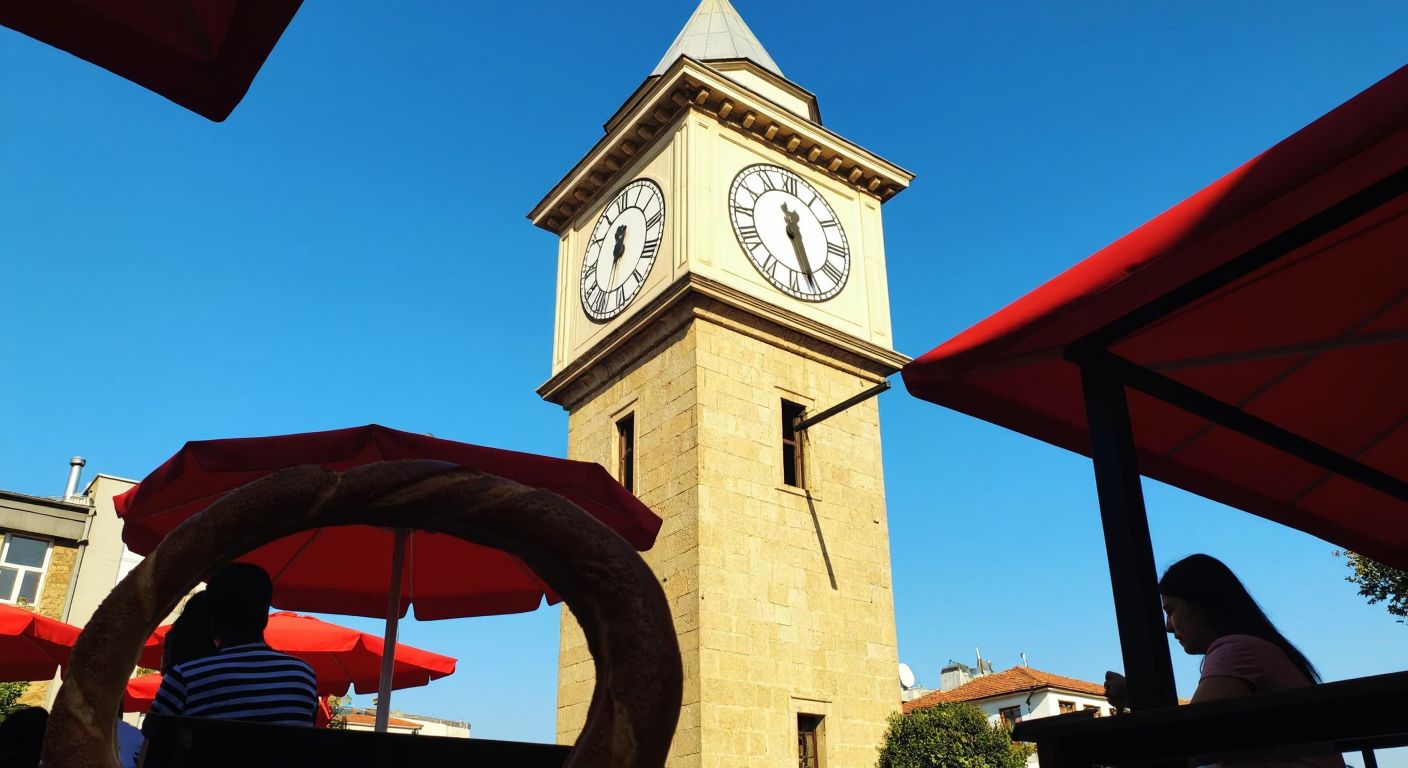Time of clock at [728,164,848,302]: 11:26
